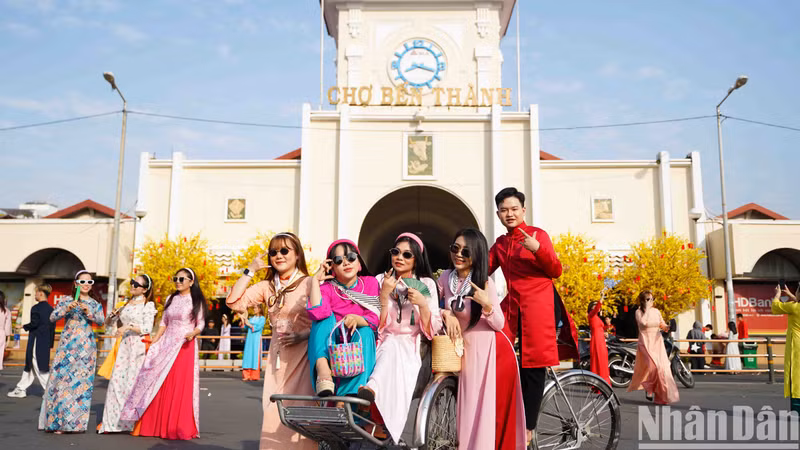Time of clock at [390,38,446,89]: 8:17
